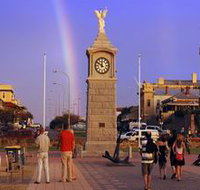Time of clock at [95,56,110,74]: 11:50
